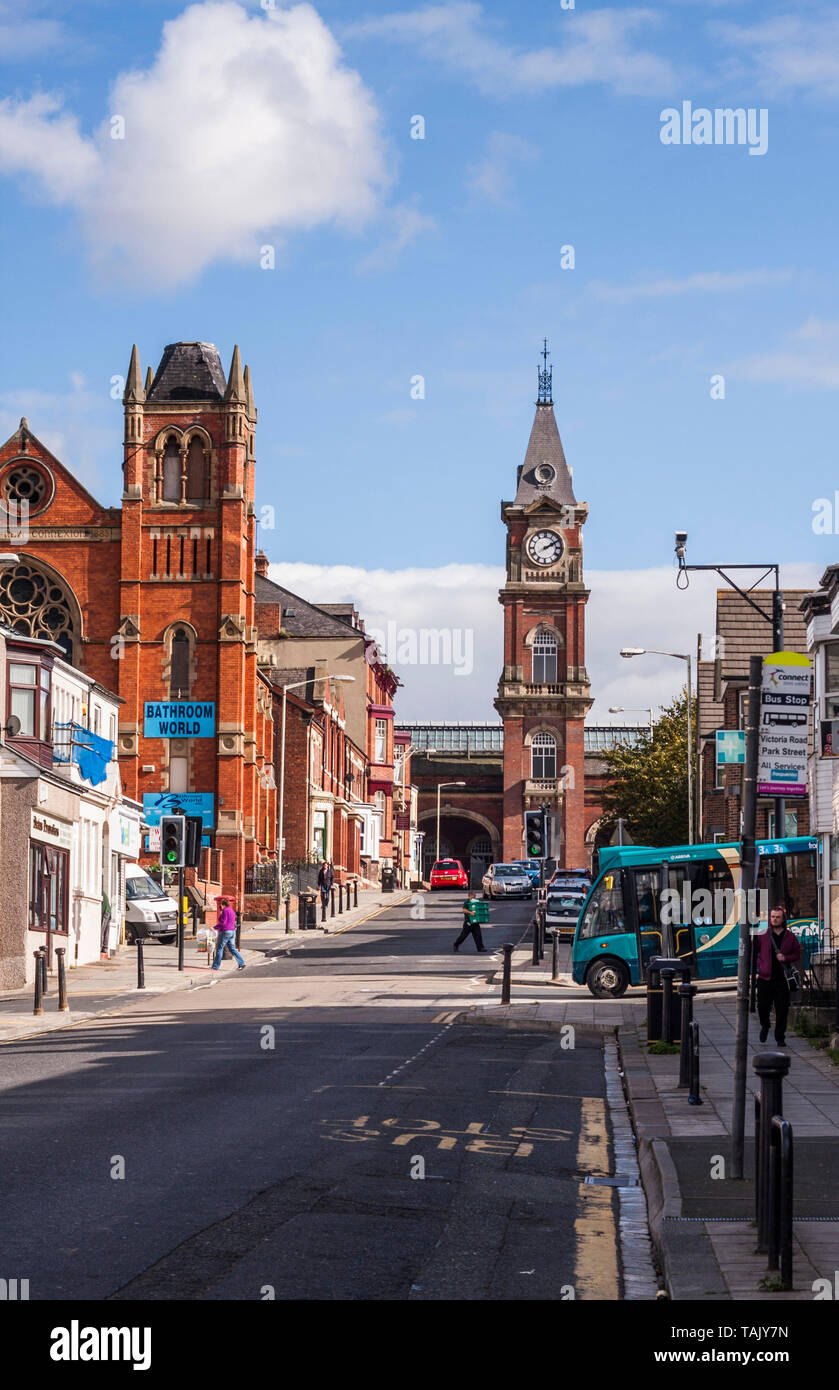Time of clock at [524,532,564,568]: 2:09
